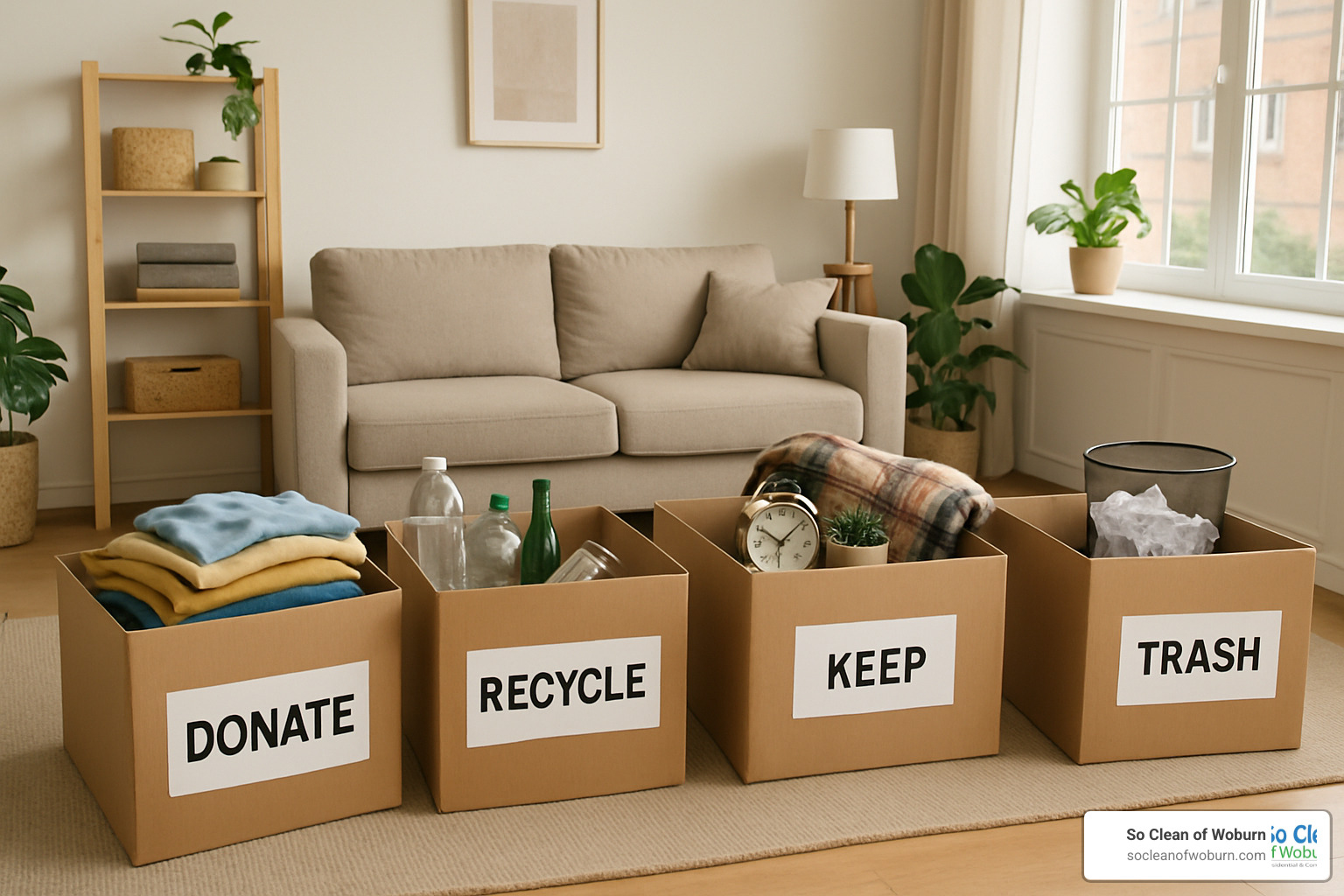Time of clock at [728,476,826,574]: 10:08
